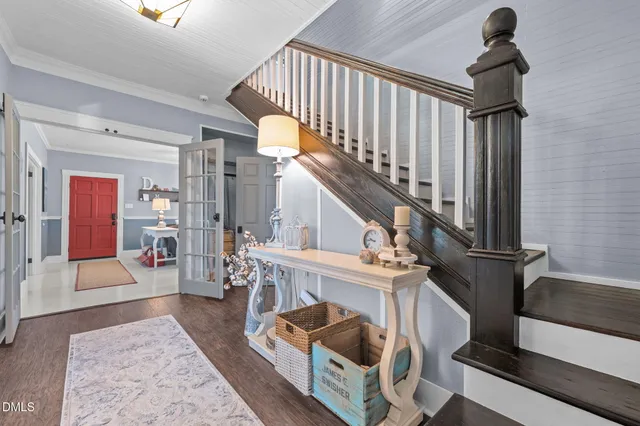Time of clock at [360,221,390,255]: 9:45
